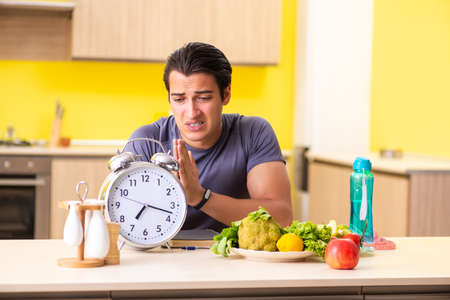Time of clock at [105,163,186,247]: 7:17
